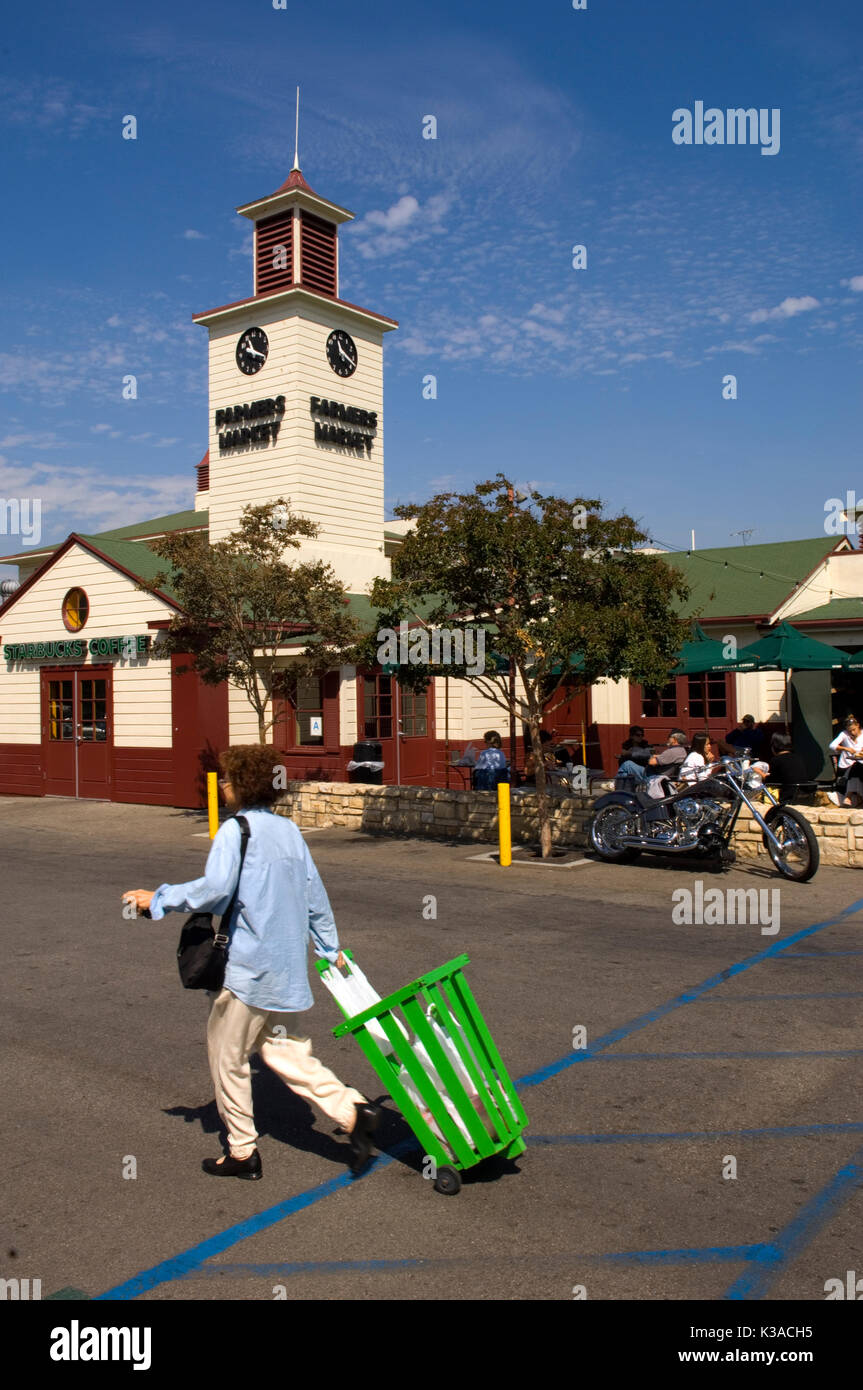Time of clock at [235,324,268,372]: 11:19
